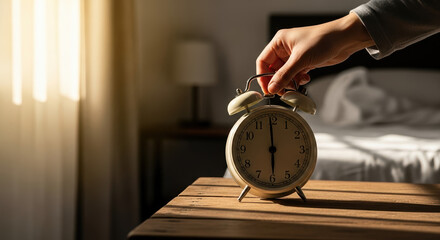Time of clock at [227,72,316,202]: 5:59
